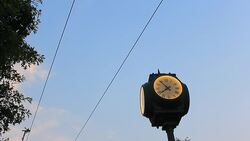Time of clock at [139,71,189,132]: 7:52
